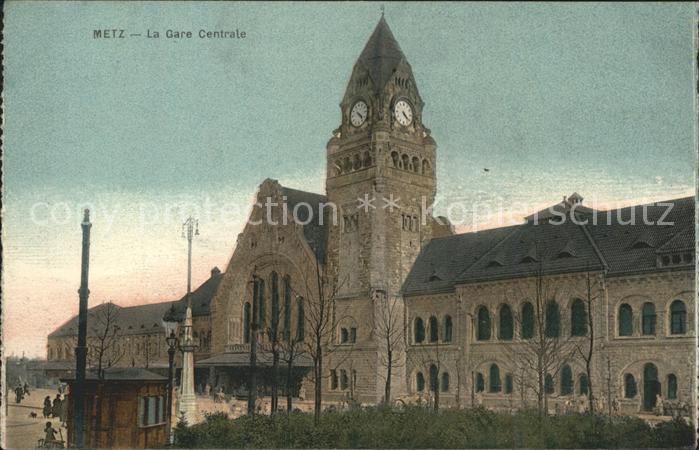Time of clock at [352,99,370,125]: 4:23
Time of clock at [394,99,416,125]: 4:21
